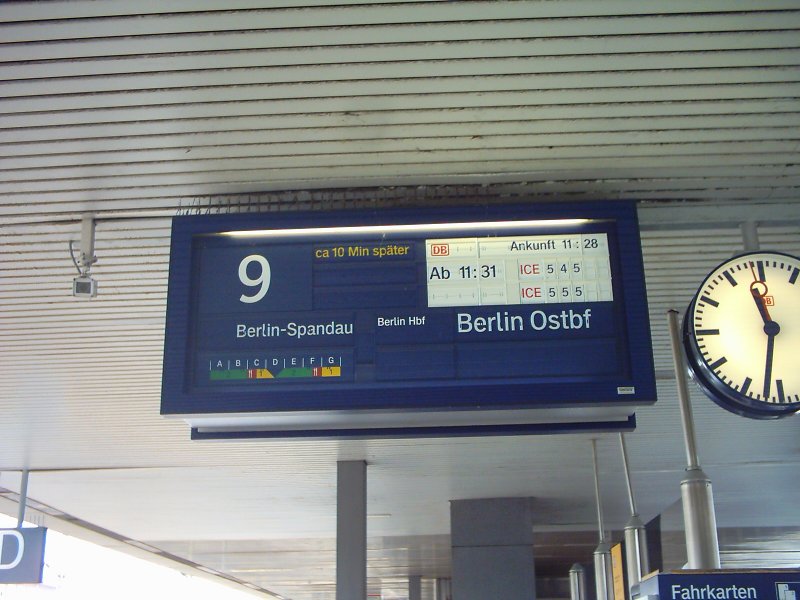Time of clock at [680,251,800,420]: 11:32
